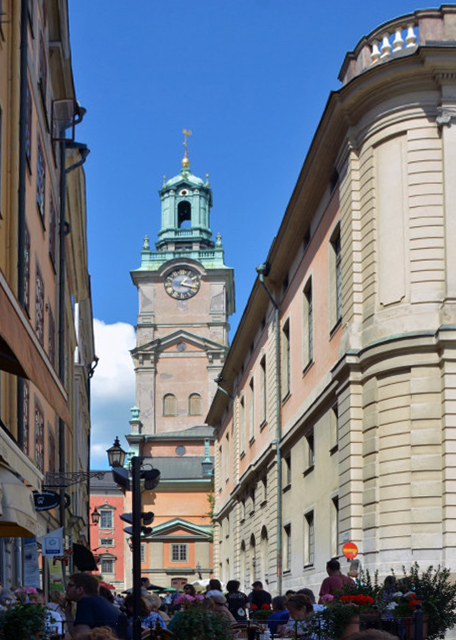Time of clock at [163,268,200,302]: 9:16
